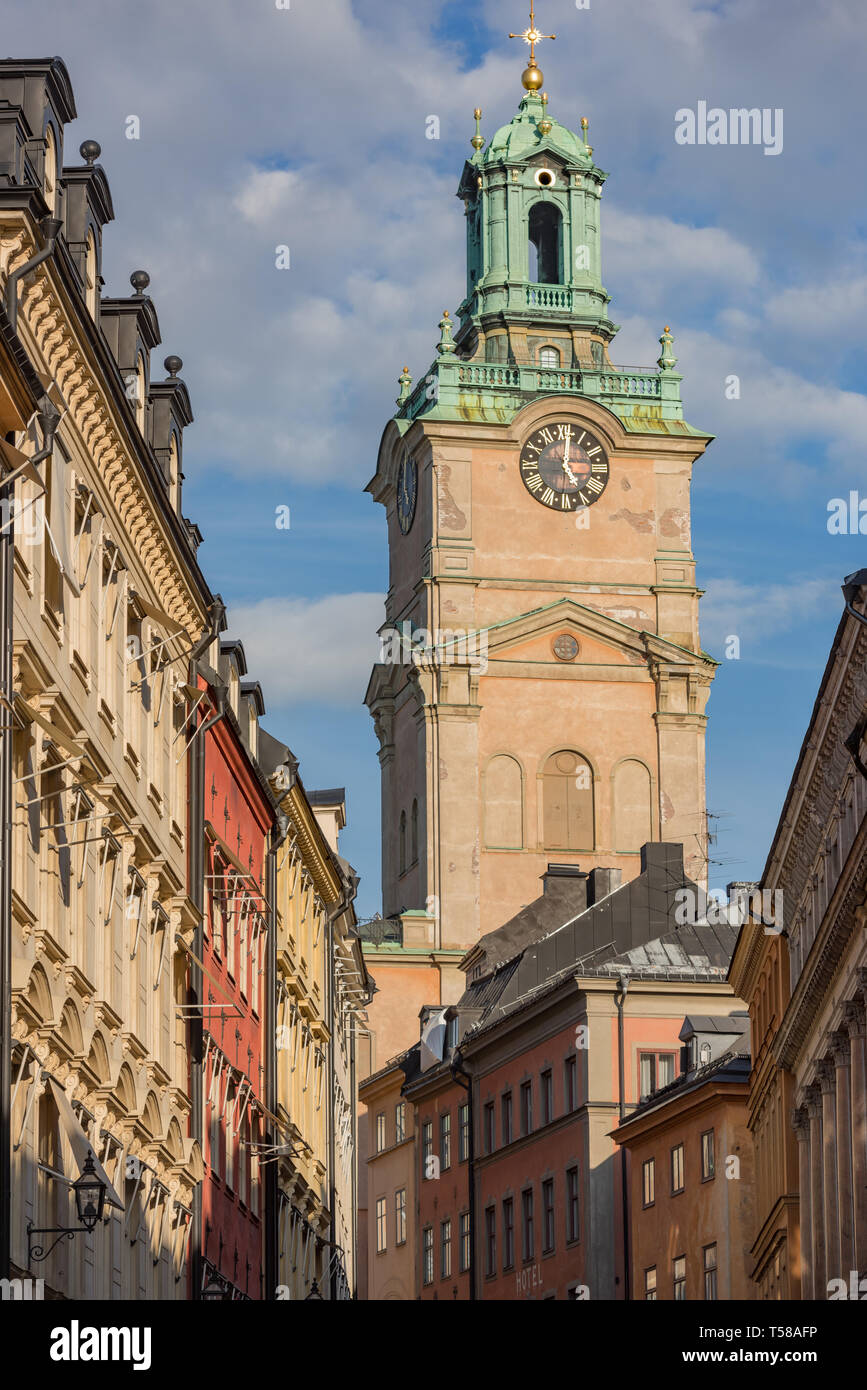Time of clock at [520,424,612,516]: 5:00
